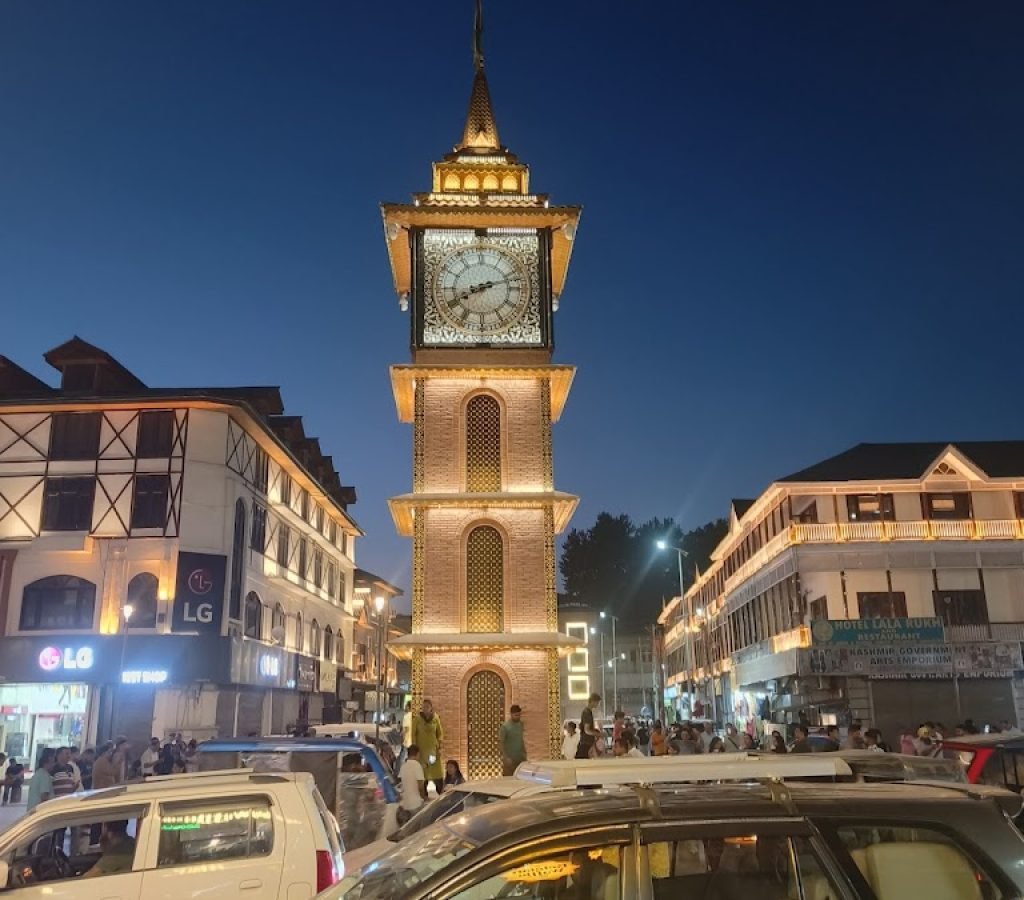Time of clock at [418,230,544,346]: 8:12
